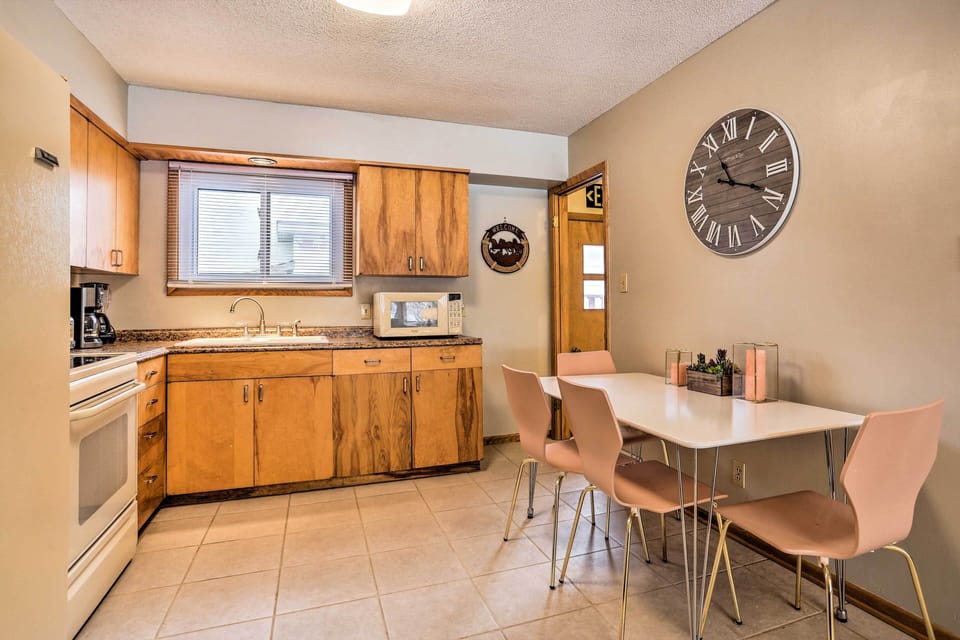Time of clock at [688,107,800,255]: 11:18
